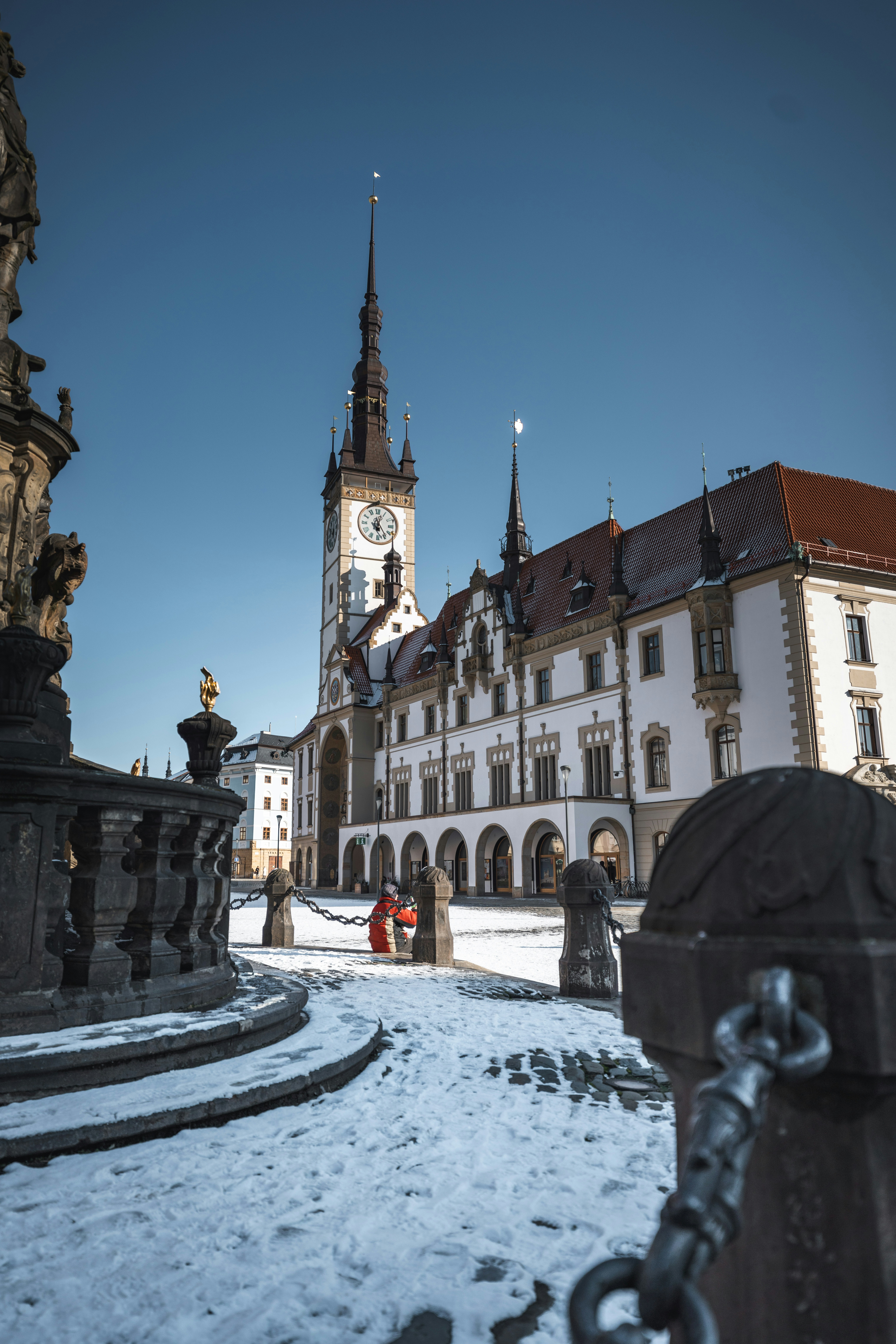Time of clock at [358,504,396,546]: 12:23
